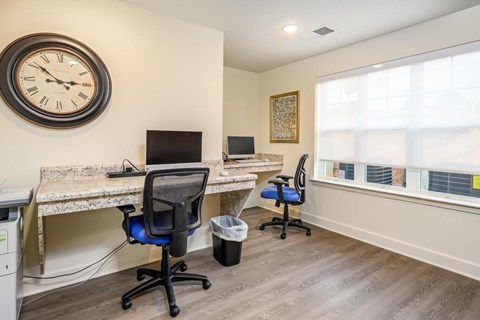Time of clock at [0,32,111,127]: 2:51
